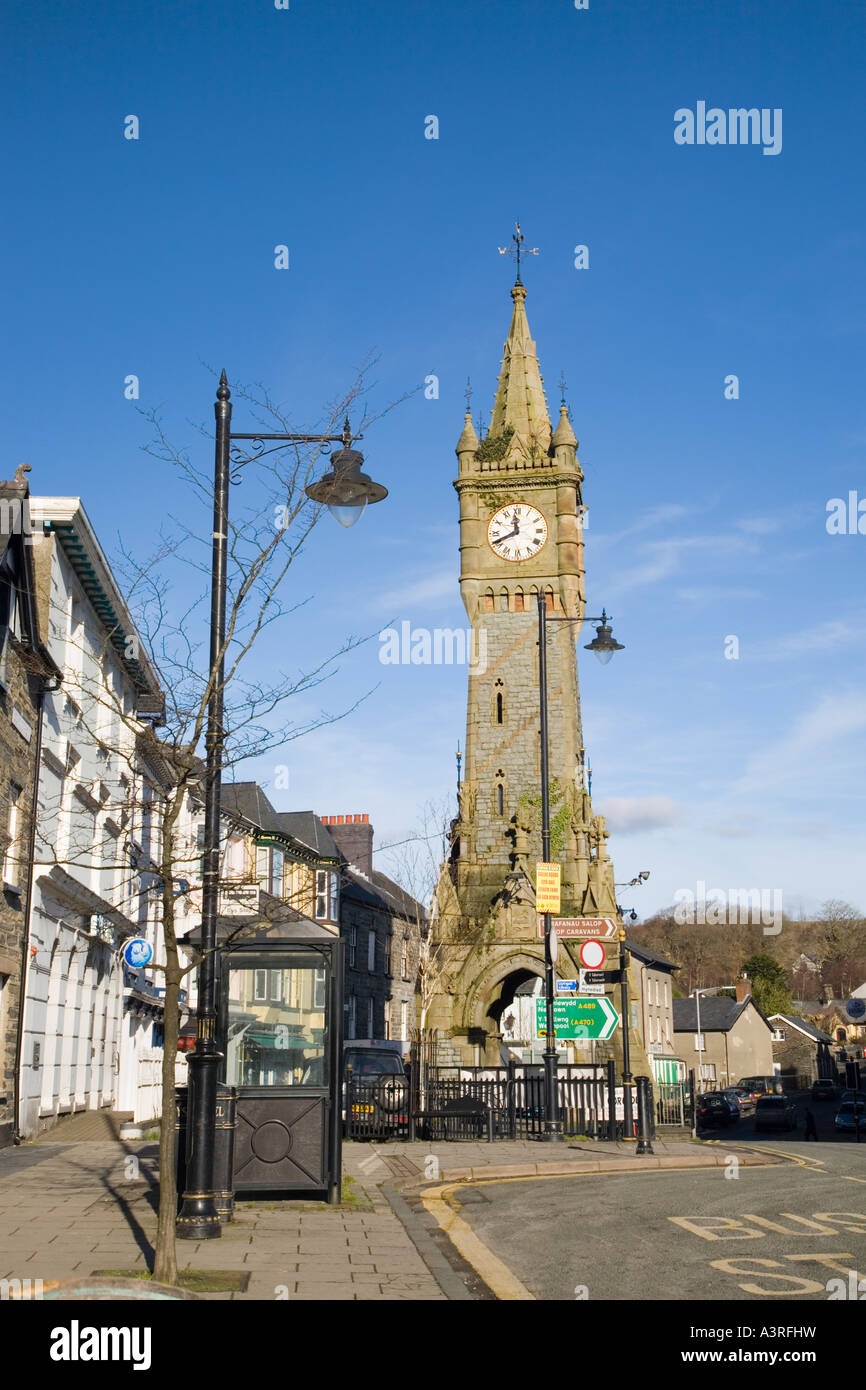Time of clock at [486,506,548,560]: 11:40
